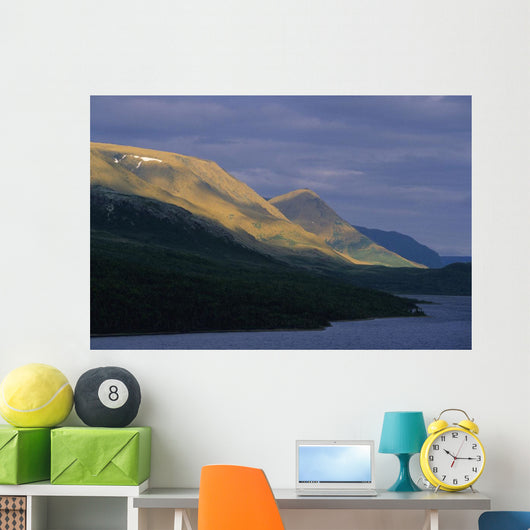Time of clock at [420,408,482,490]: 10:15
